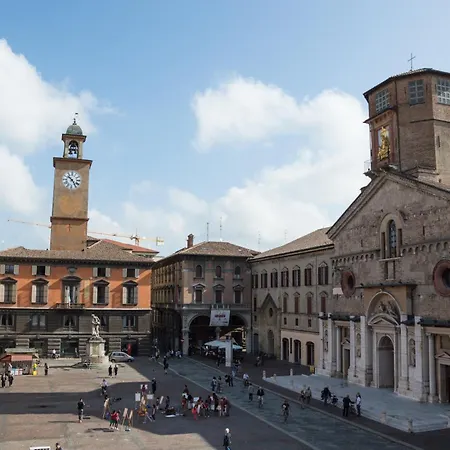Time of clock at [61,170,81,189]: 10:24
